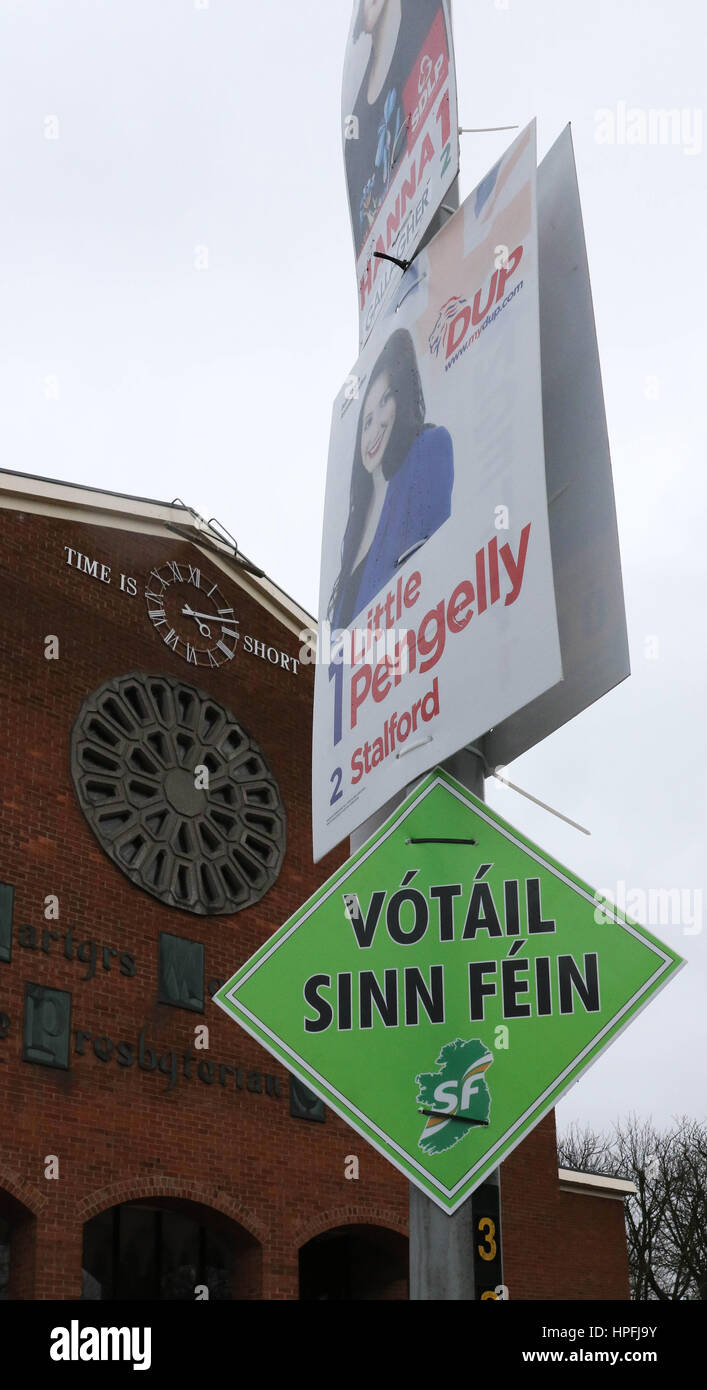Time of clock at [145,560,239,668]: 4:12
